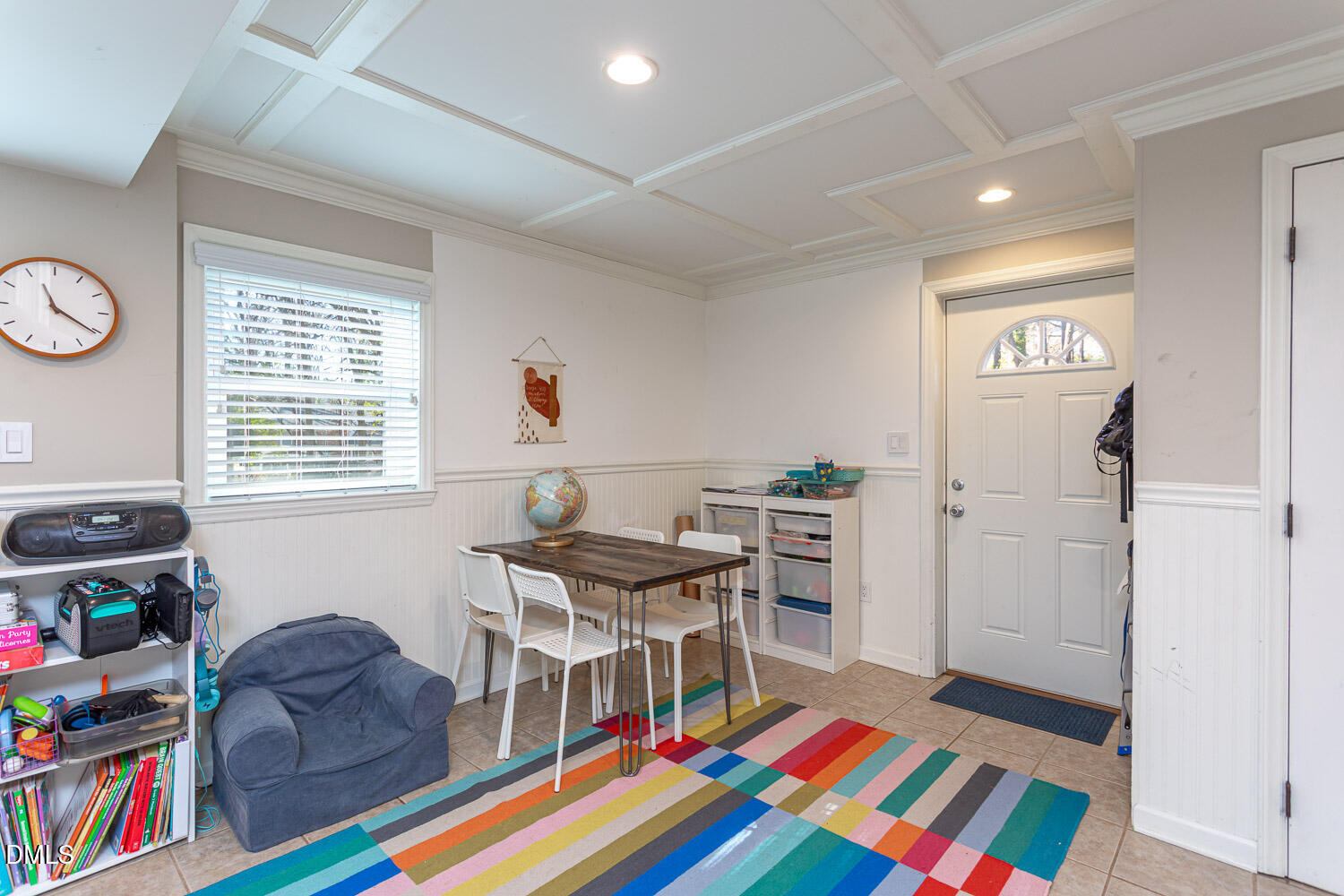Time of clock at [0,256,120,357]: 11:20
